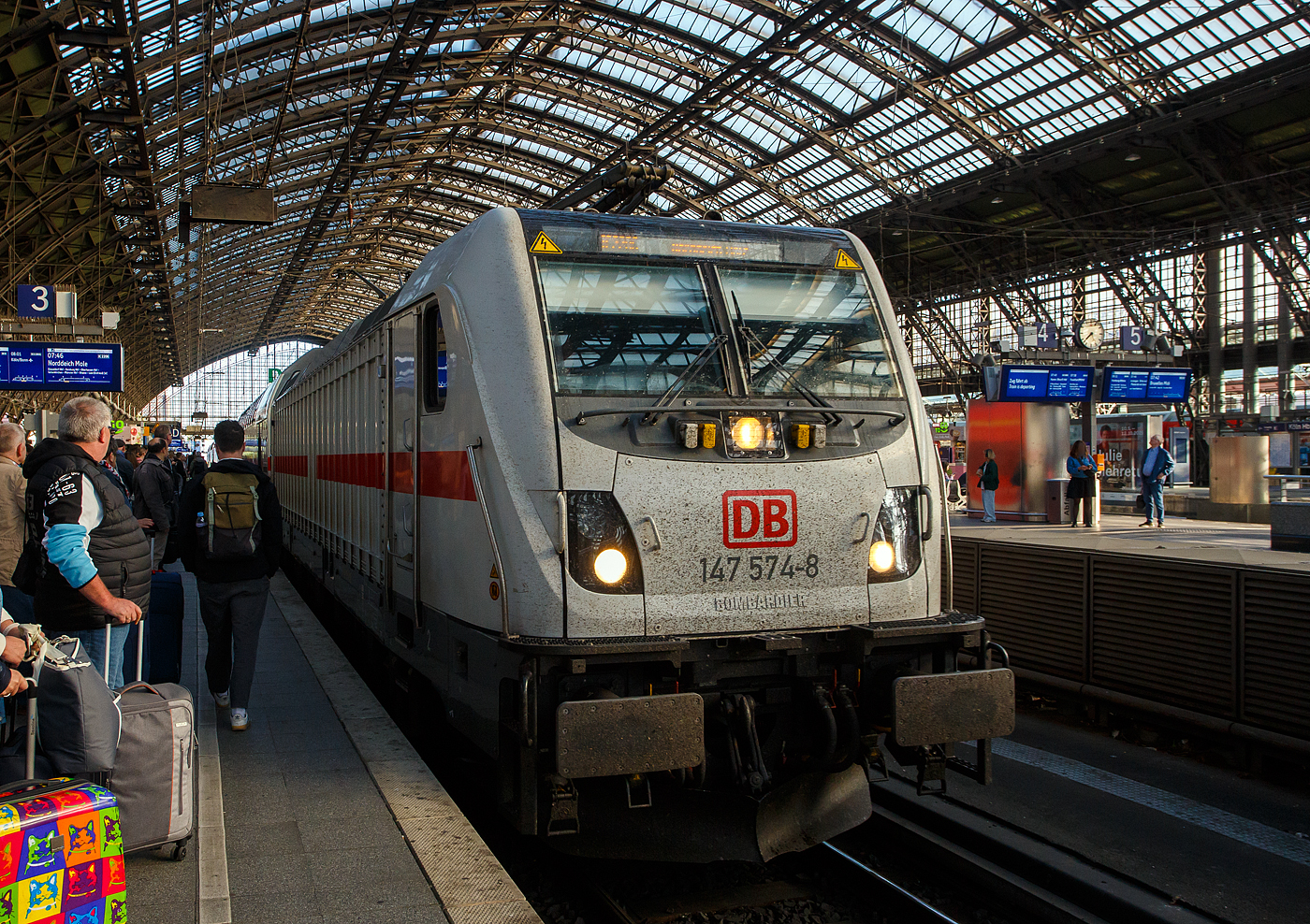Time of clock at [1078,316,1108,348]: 7:37
